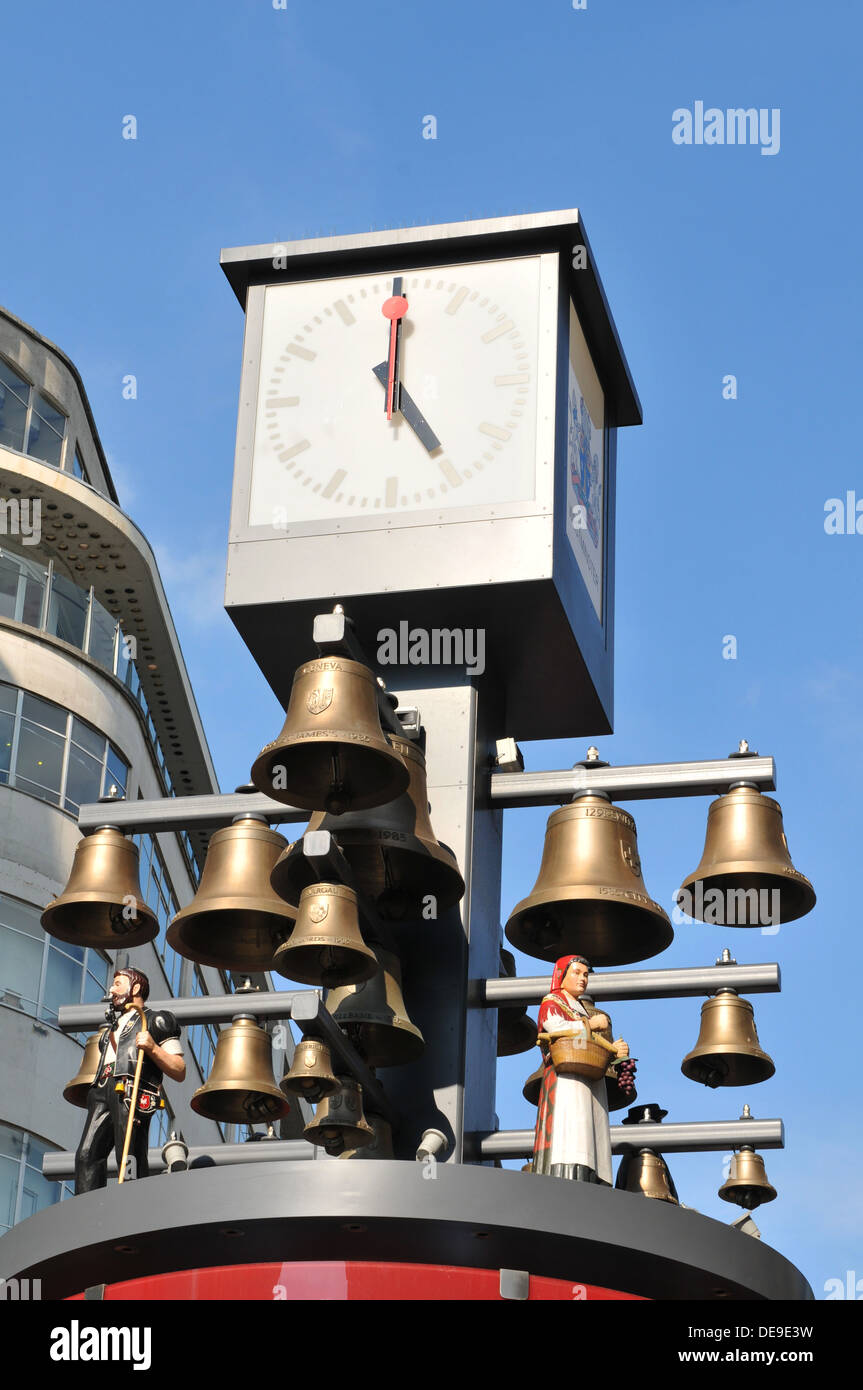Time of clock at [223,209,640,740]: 5:00
